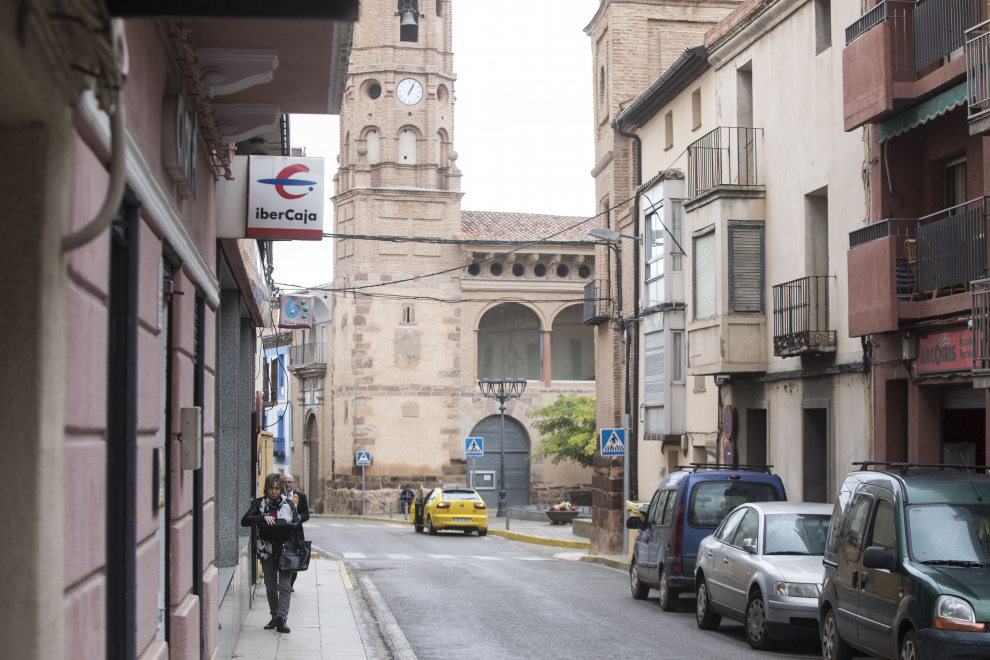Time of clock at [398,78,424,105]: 1:04
